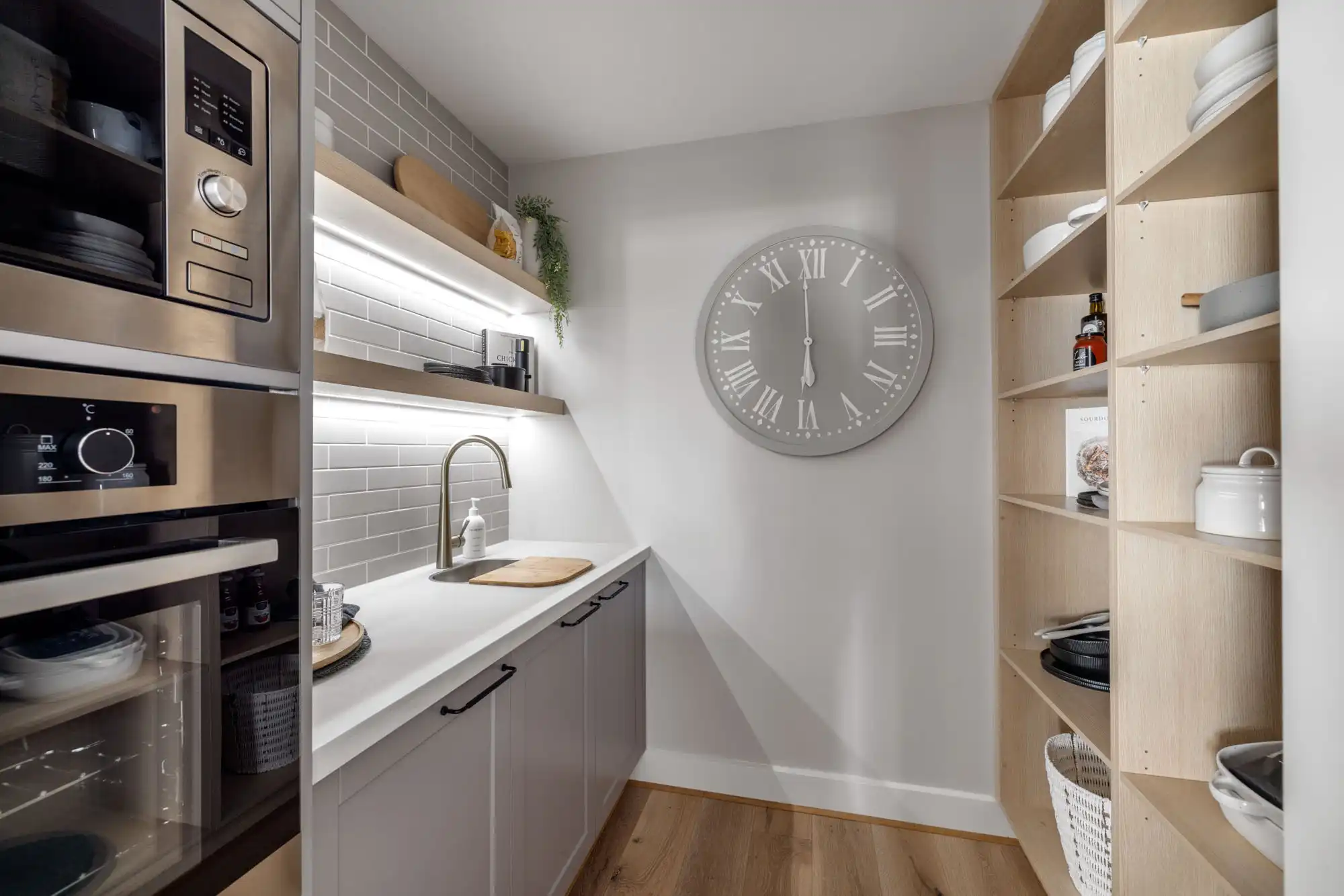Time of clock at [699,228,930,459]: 5:59
